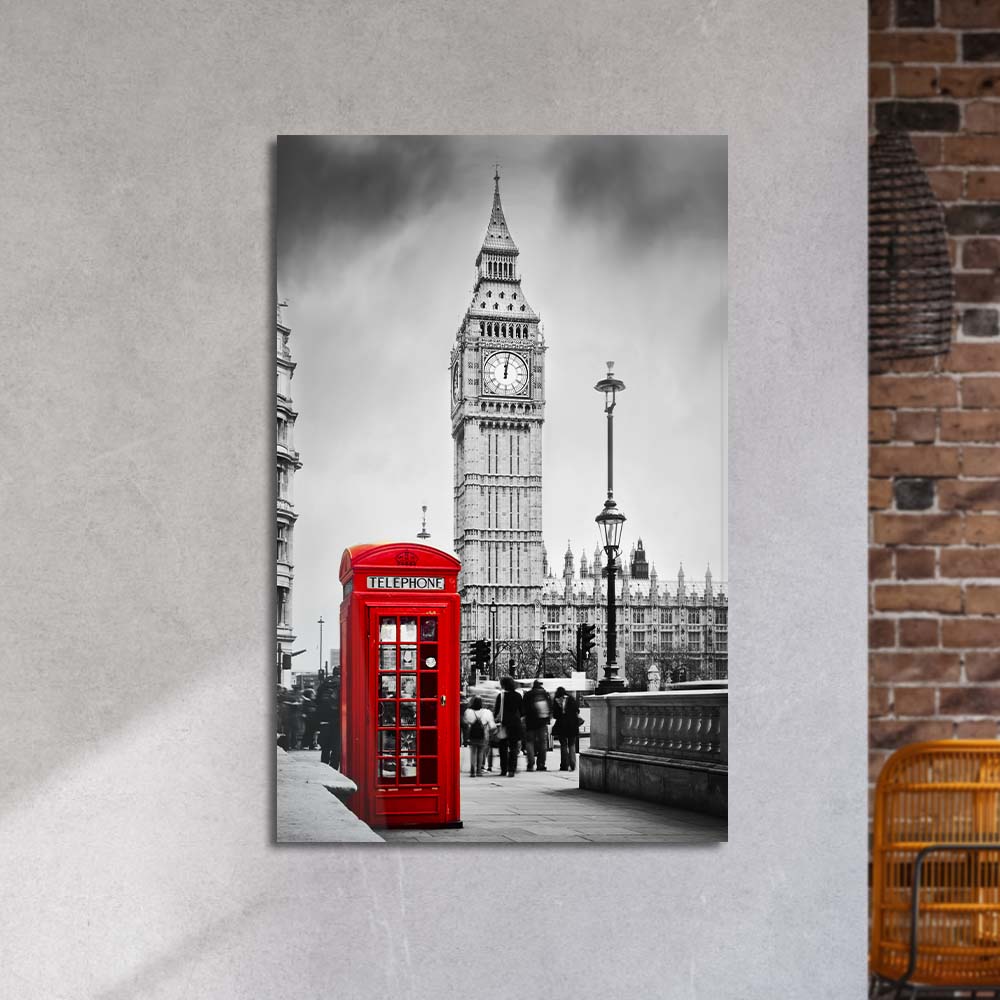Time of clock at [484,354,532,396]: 12:01
